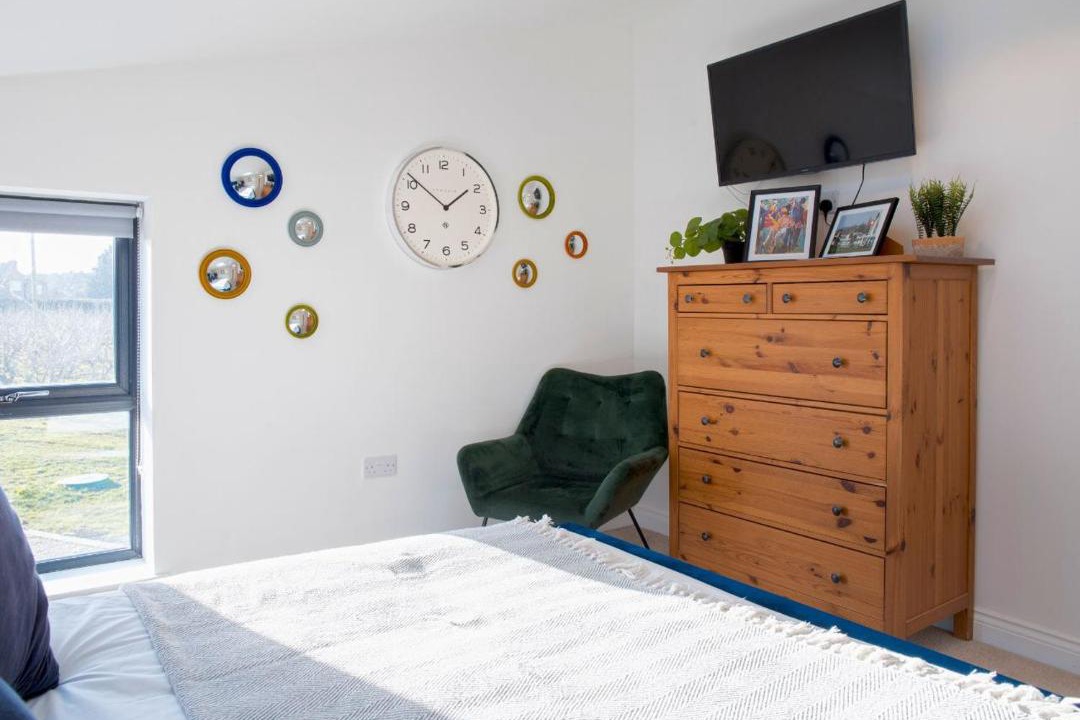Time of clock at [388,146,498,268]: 1:51
